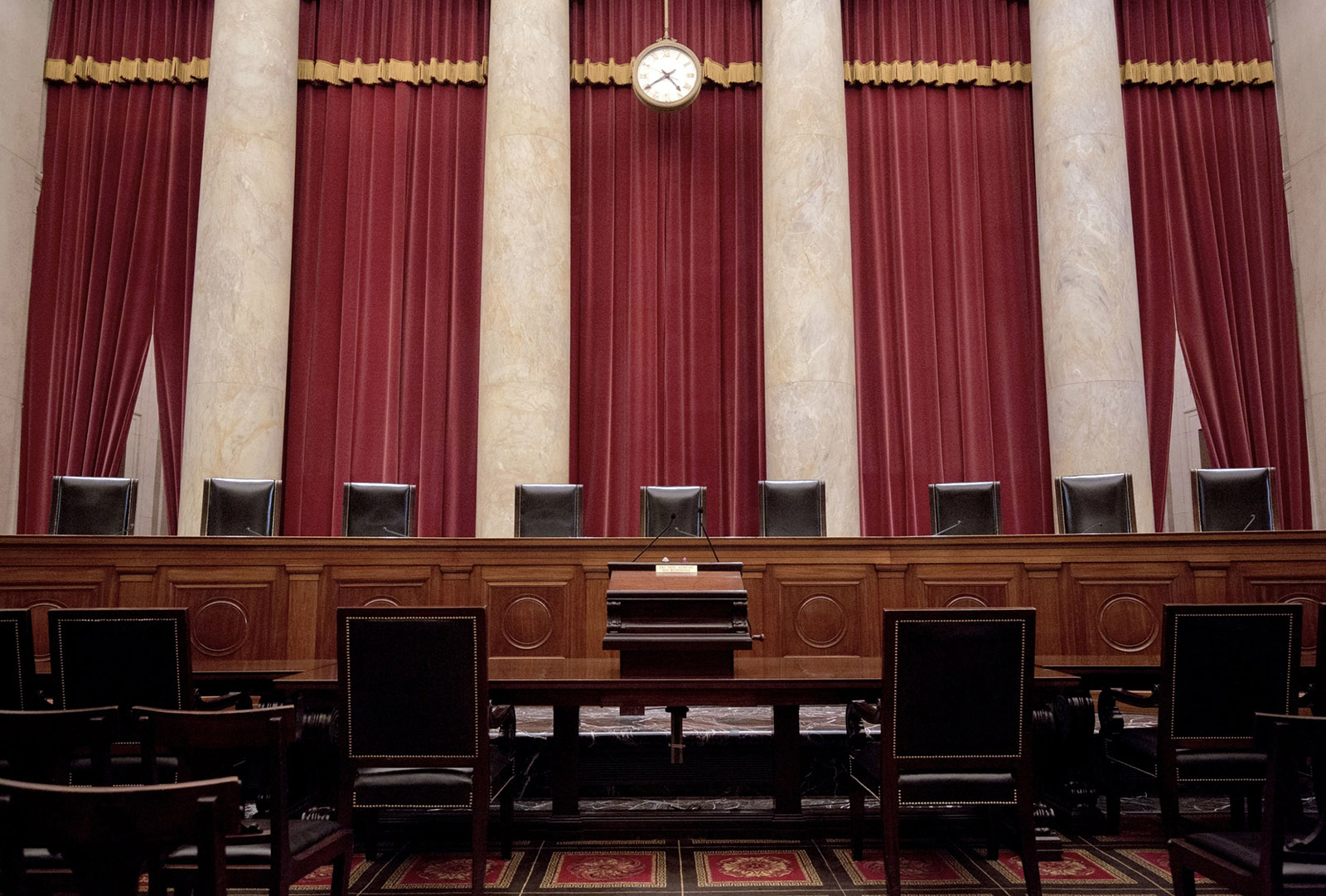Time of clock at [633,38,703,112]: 4:39
